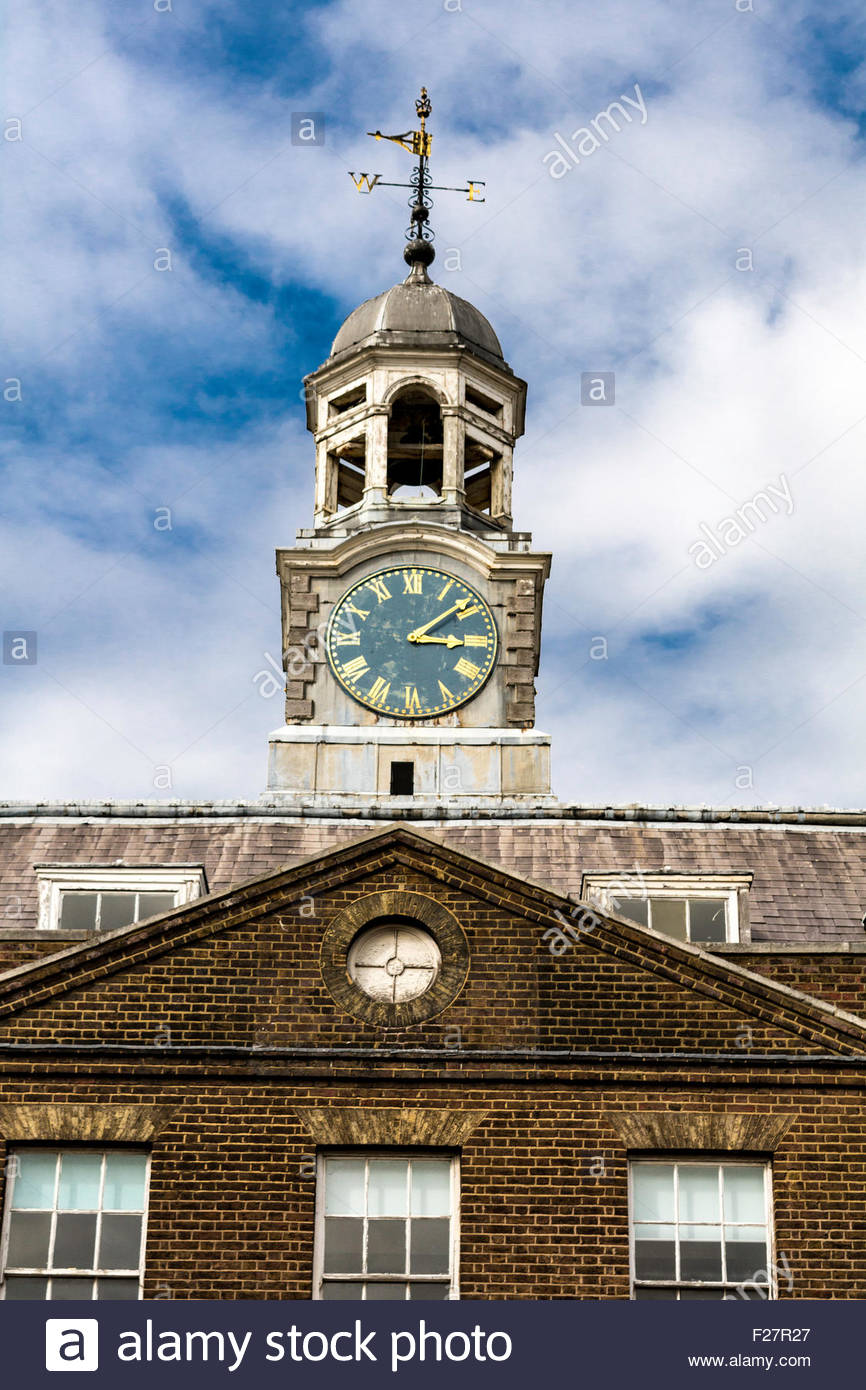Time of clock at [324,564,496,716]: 3:08
